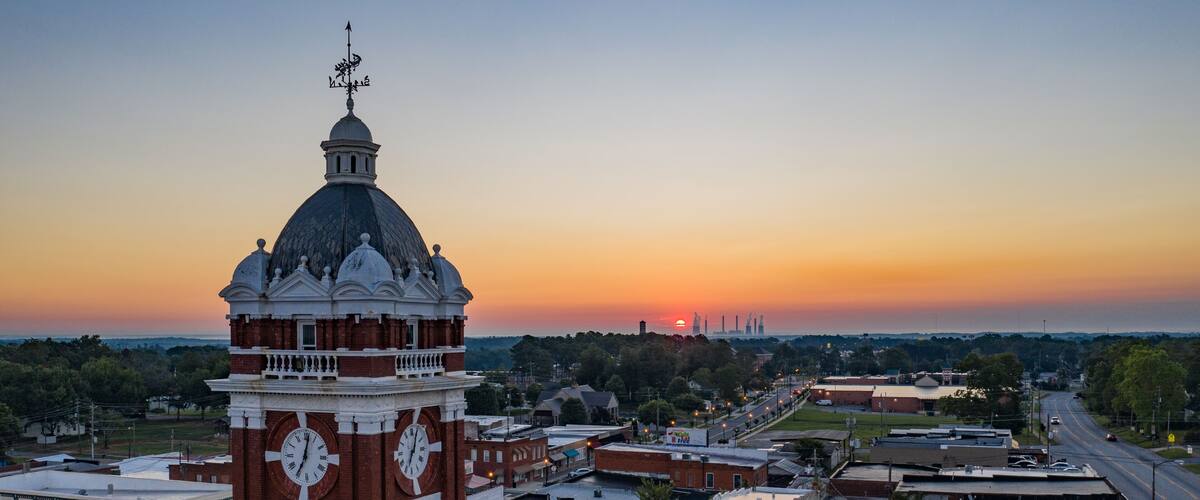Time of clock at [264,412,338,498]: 7:02
